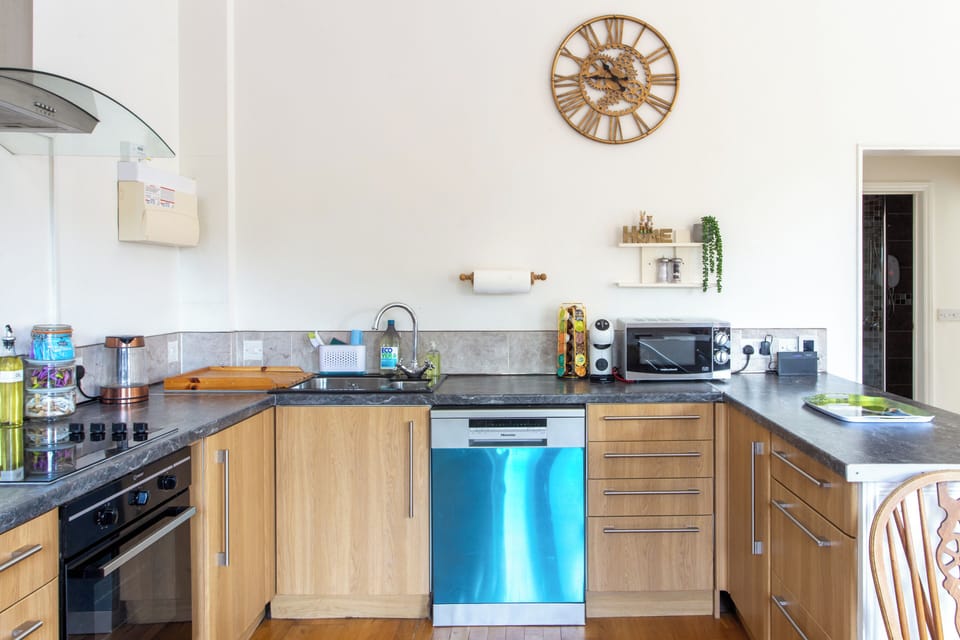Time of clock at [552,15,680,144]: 10:45
